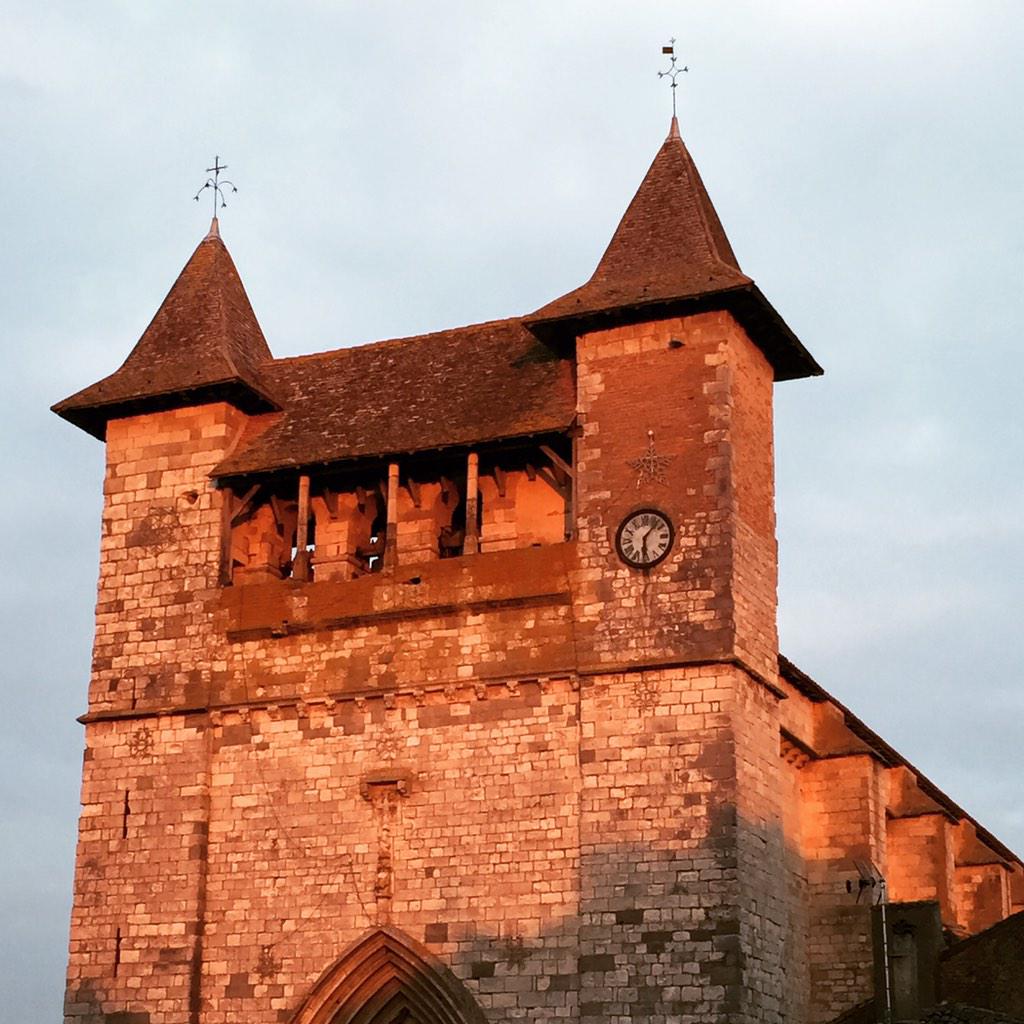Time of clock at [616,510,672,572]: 6:06
